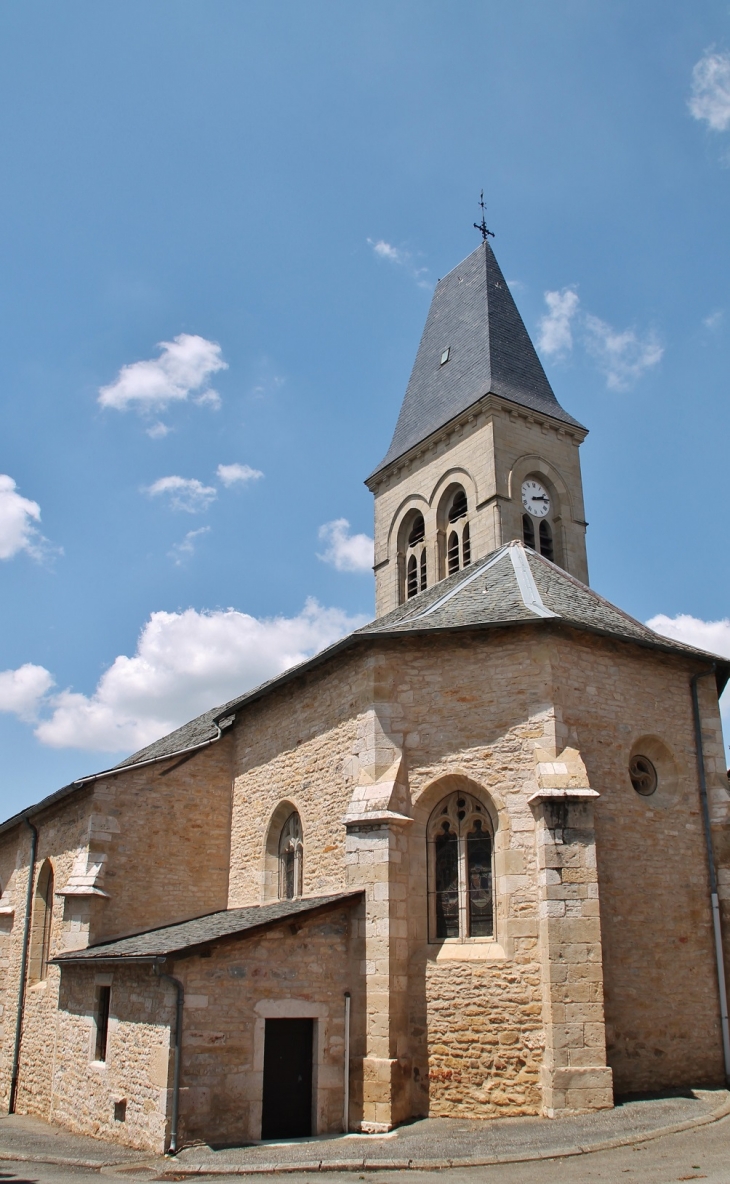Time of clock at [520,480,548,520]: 2:13
